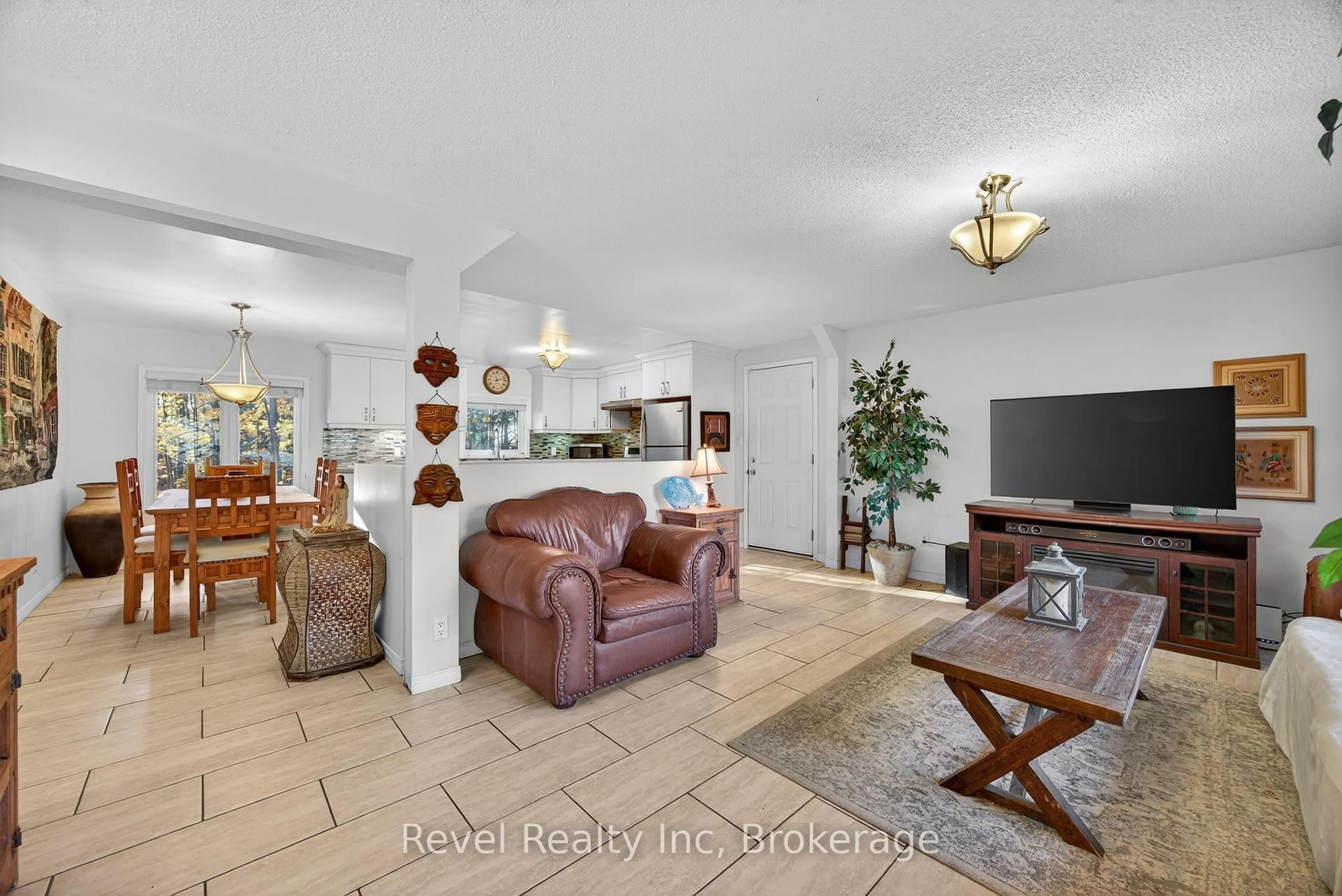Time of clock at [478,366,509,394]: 11:12
